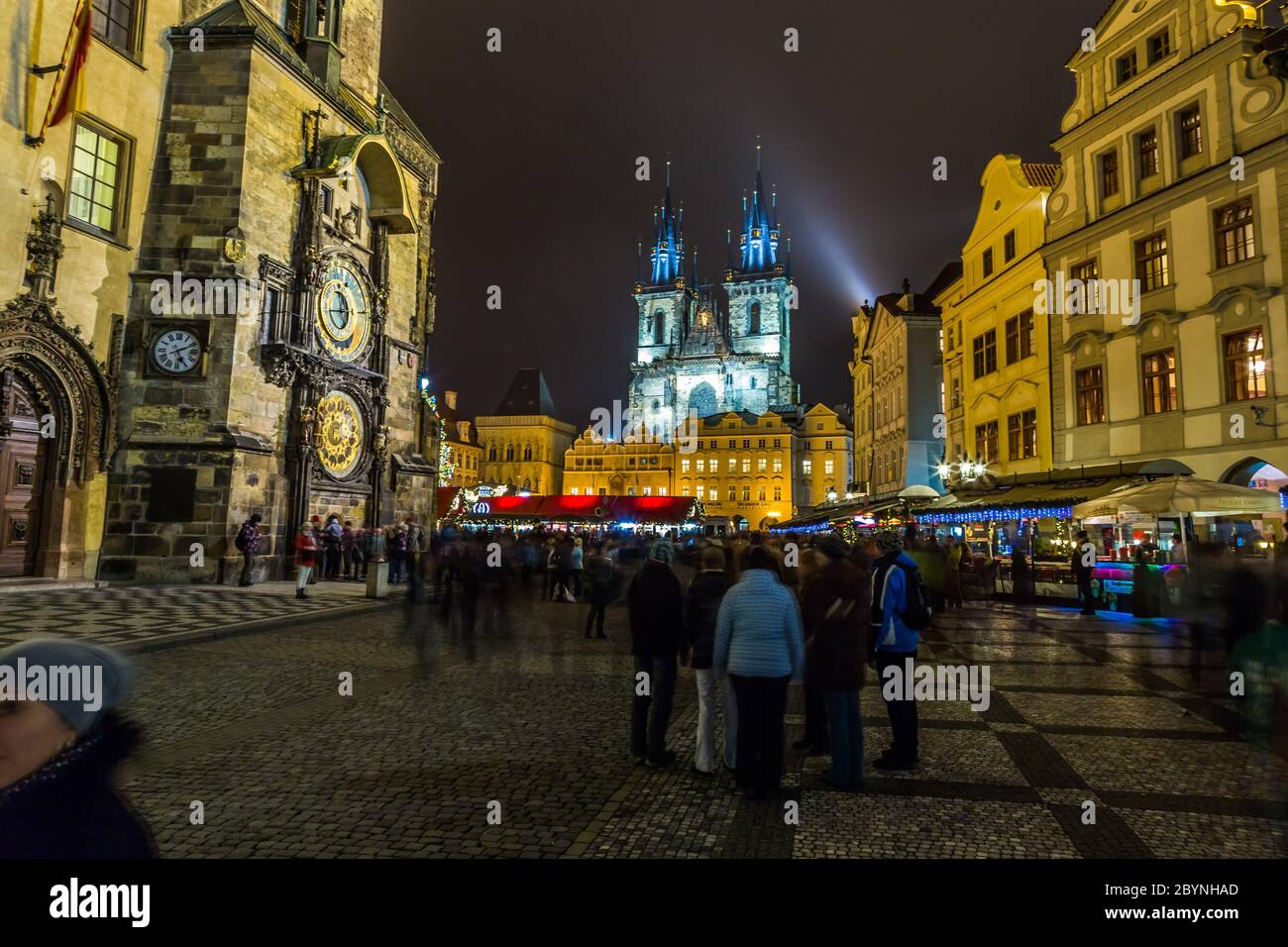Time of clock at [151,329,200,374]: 5:11
